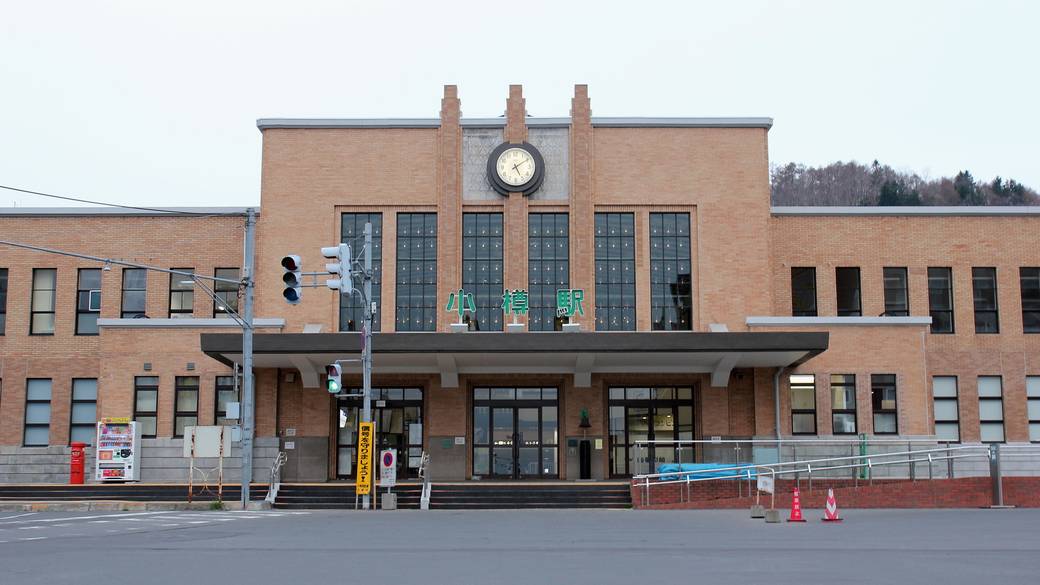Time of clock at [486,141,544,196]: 5:09
